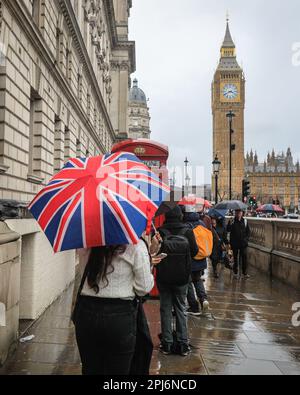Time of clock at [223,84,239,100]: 3:40
